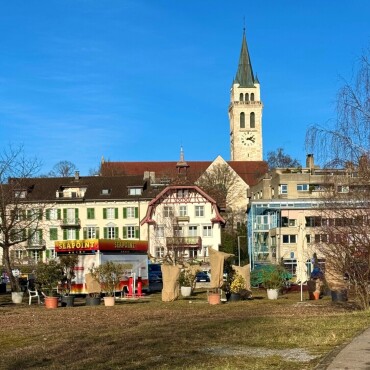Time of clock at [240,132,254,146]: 2:18
